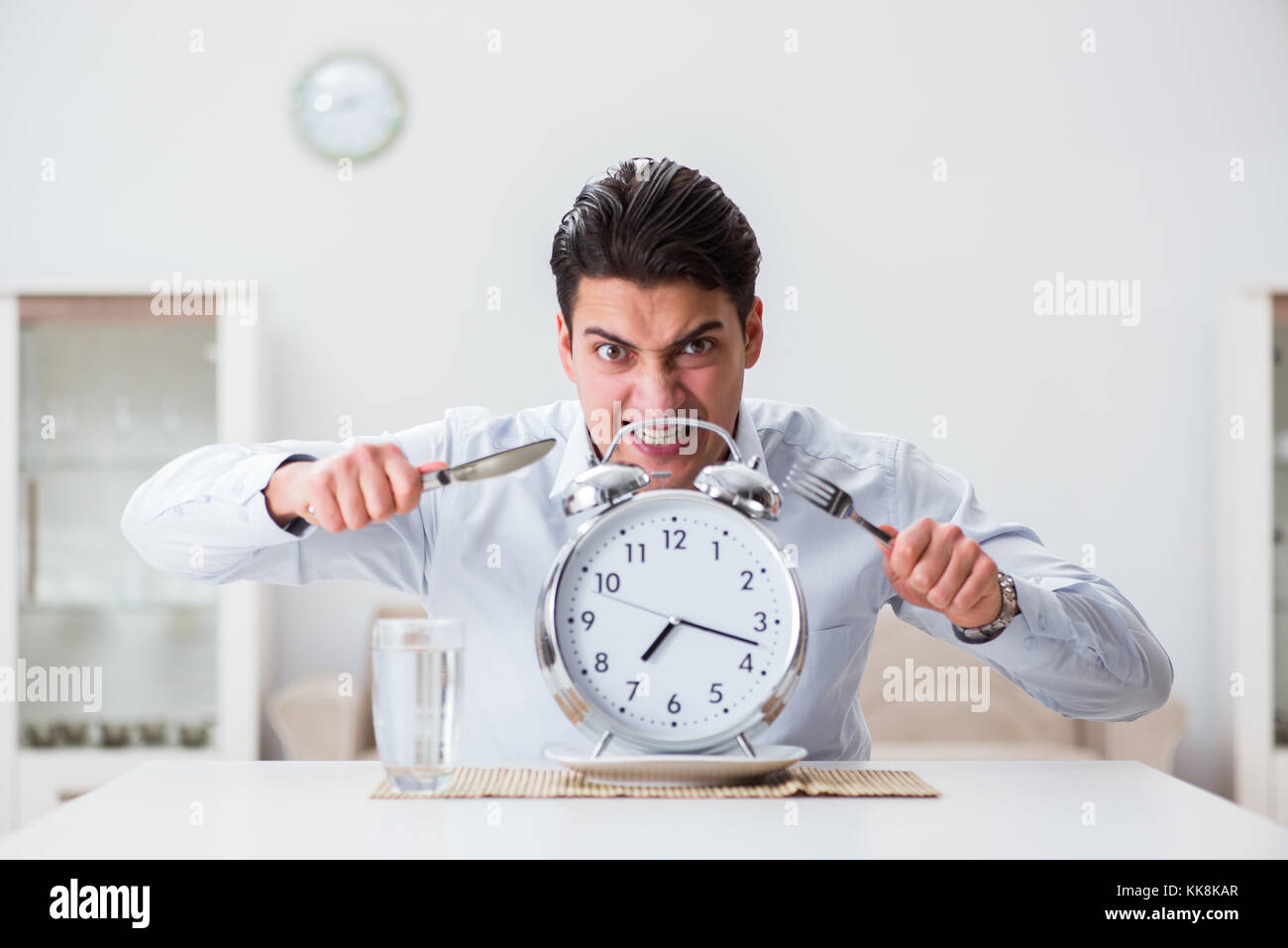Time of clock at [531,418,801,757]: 7:17
